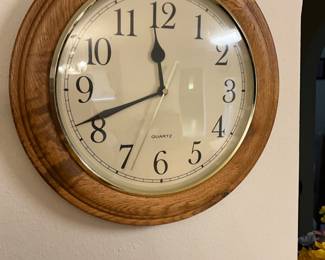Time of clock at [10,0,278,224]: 11:41
